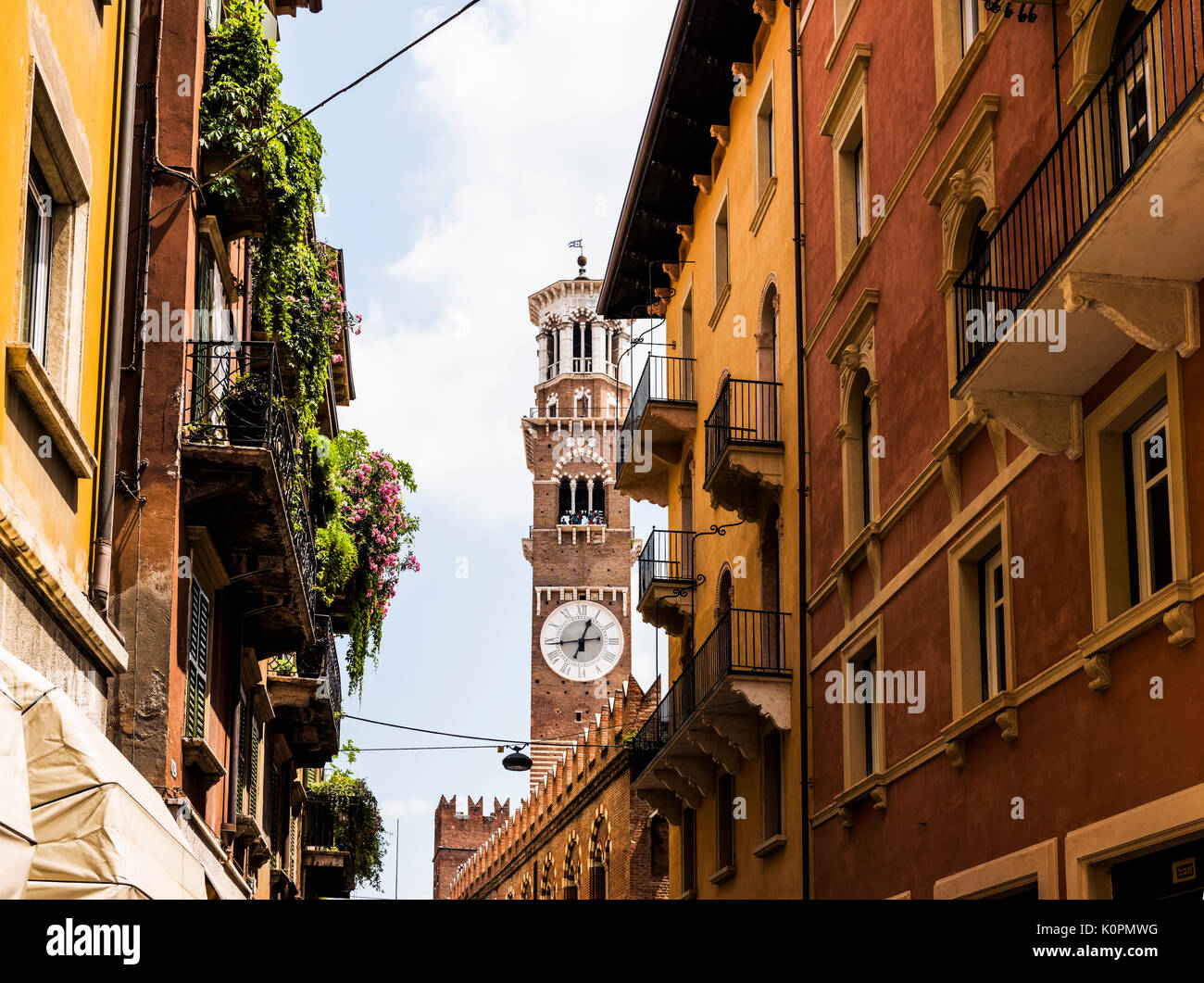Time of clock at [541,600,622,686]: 12:44
